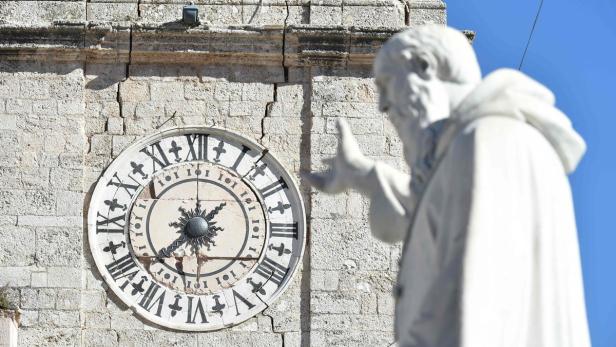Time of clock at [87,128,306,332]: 1:37
